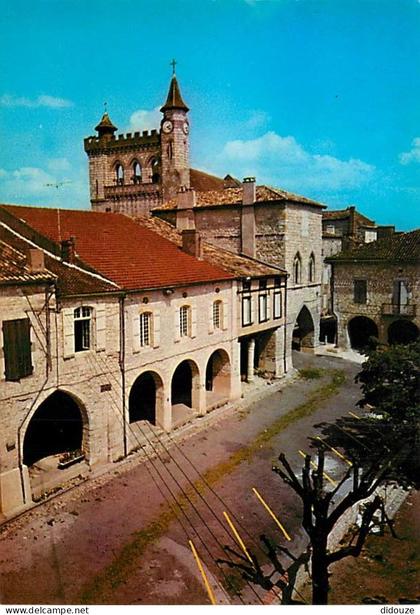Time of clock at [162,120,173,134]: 2:21
